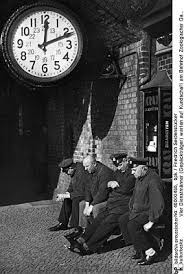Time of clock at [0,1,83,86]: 12:11
